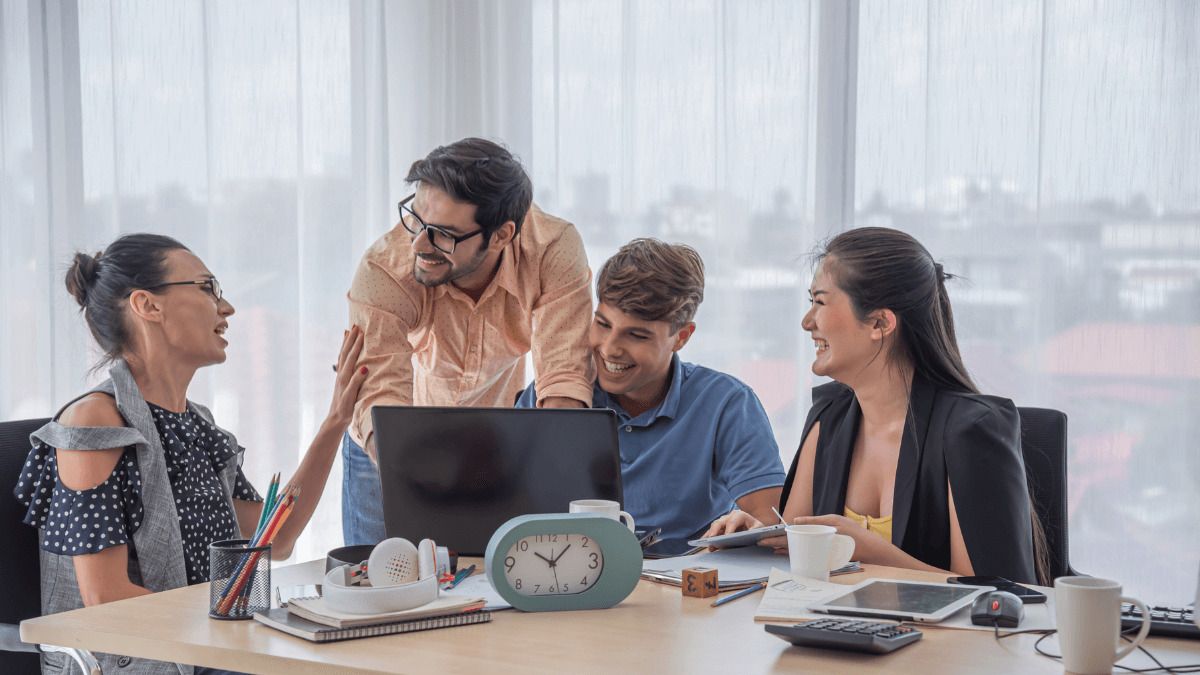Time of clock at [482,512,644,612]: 11:07
